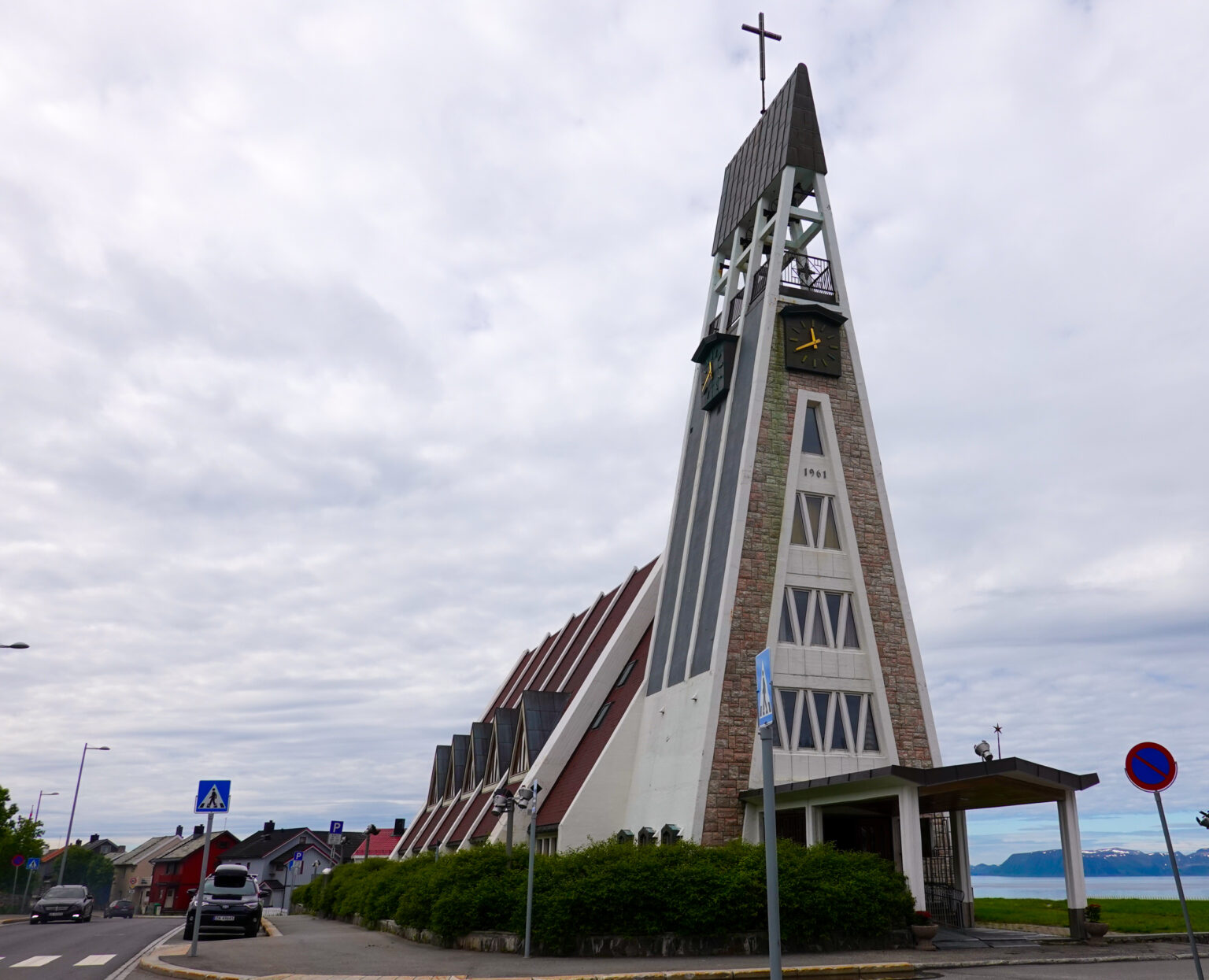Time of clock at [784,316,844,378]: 11:40
